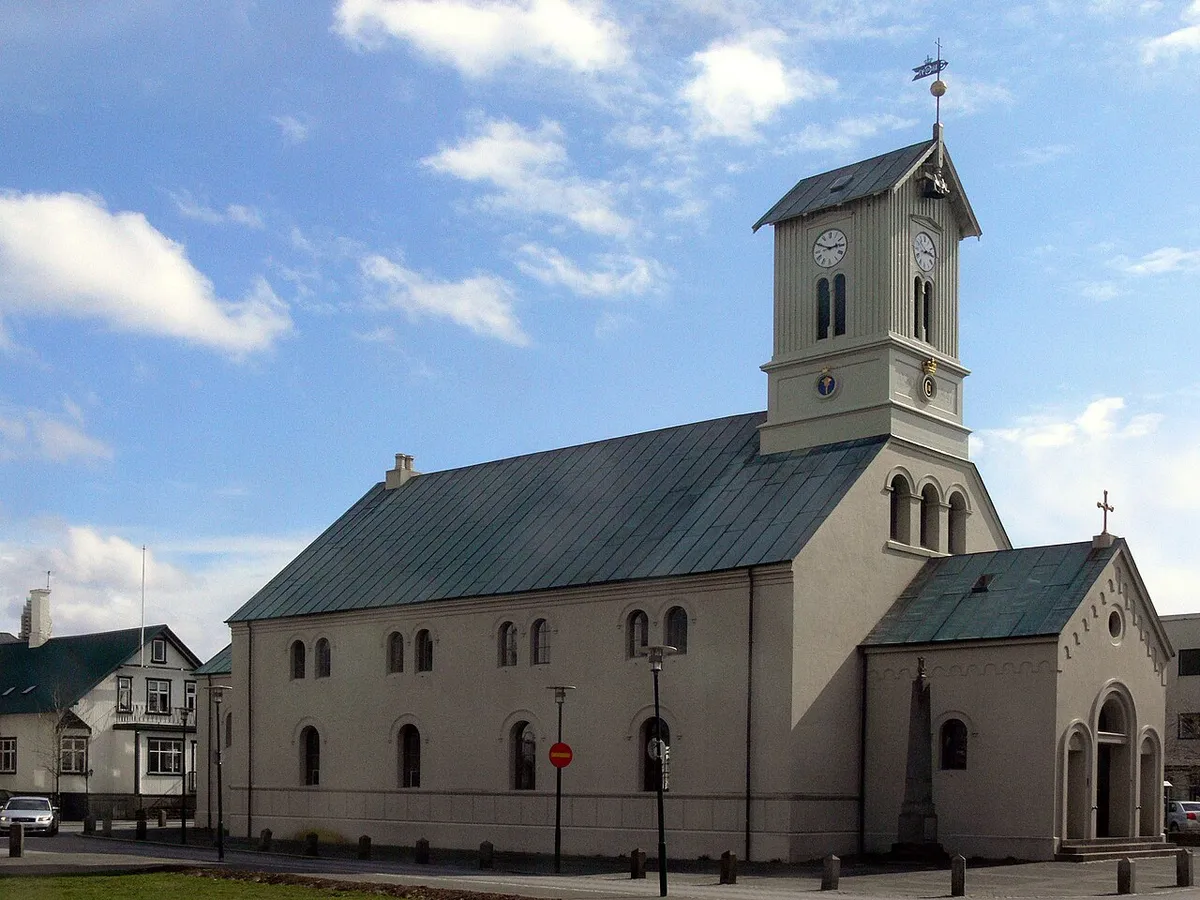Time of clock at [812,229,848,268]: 2:49
